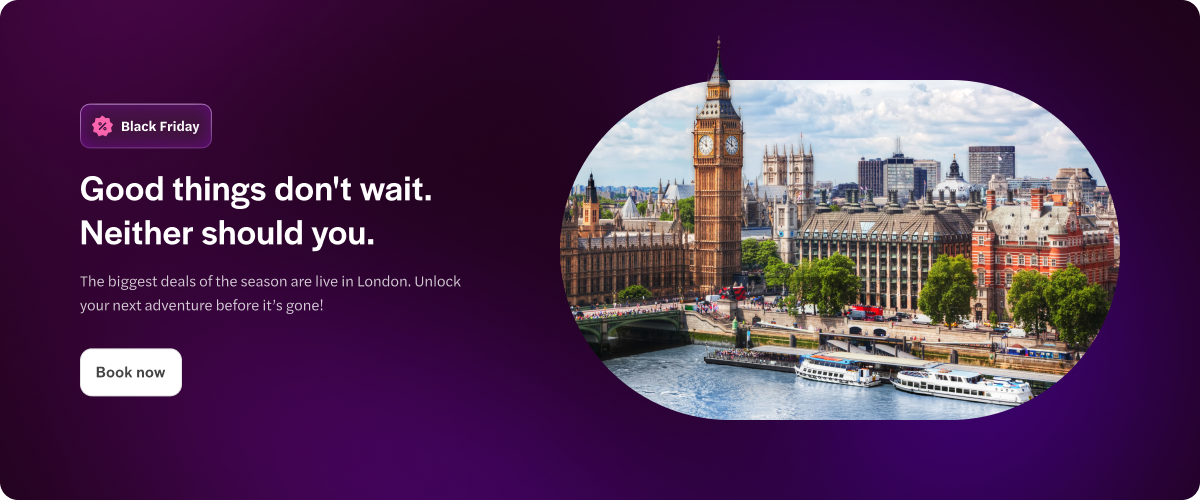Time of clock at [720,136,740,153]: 11:49
